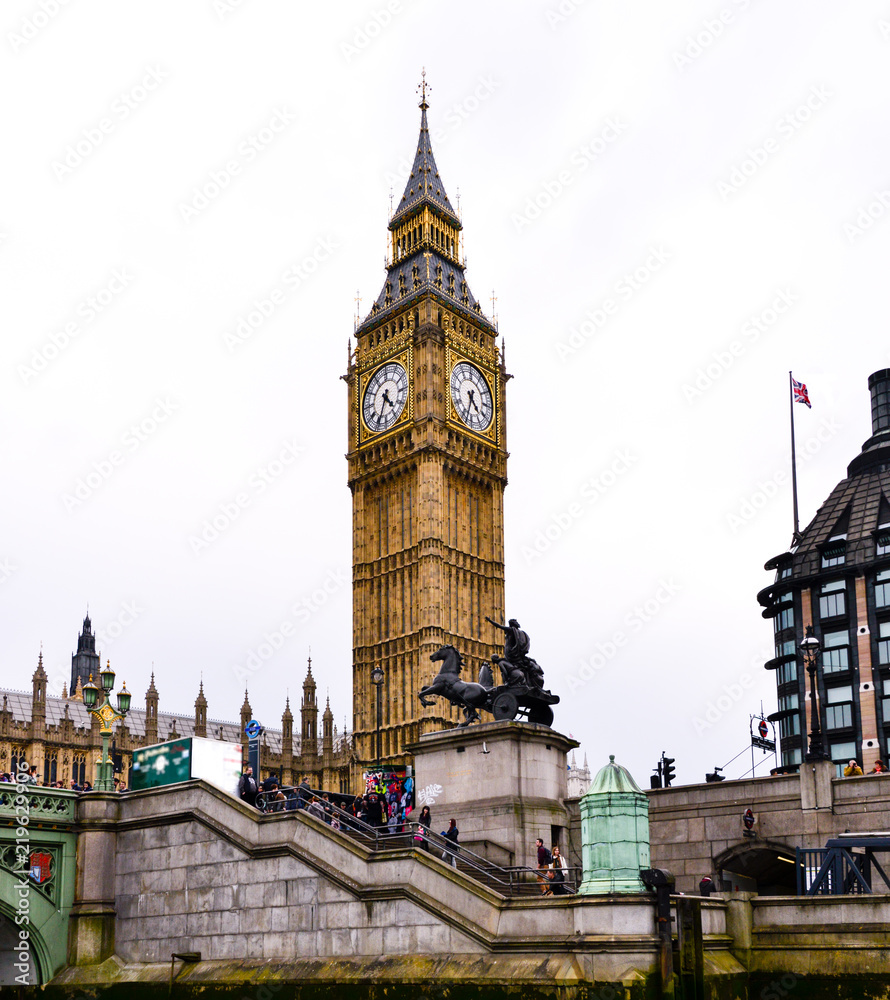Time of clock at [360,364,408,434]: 4:34
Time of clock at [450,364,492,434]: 4:33
